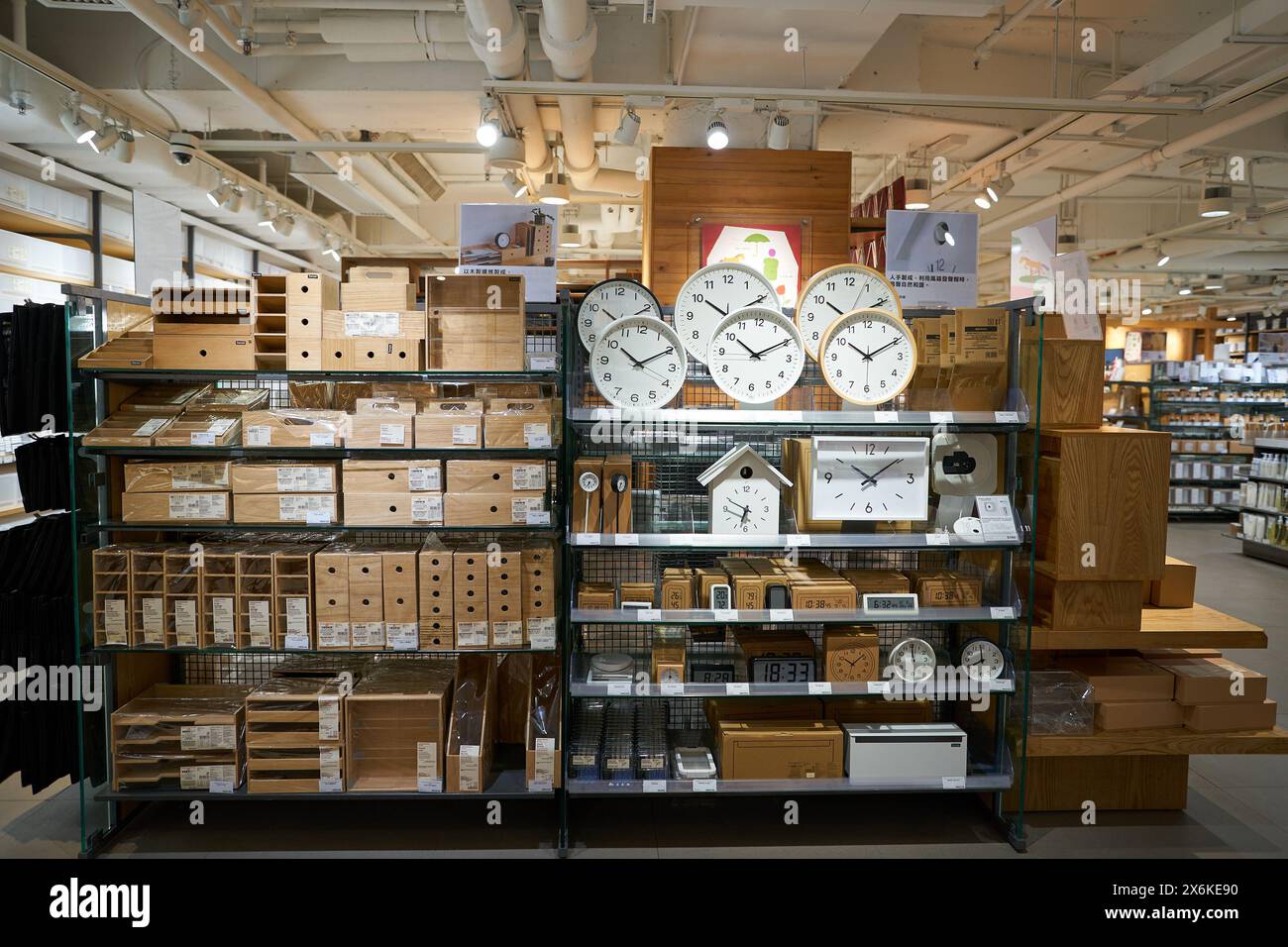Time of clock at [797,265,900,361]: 10:10
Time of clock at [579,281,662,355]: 10:10
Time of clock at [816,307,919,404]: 10:10
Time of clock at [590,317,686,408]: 10:10
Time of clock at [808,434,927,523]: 10:08
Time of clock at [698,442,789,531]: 6:49
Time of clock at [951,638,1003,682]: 7:59
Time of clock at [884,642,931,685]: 12:00
